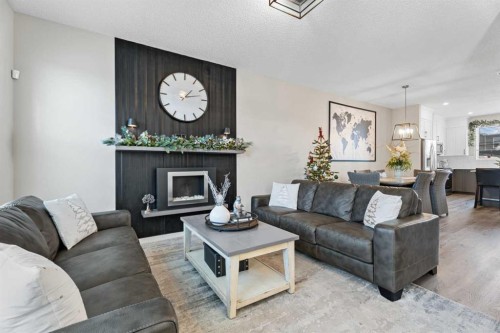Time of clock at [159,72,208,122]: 1:12
